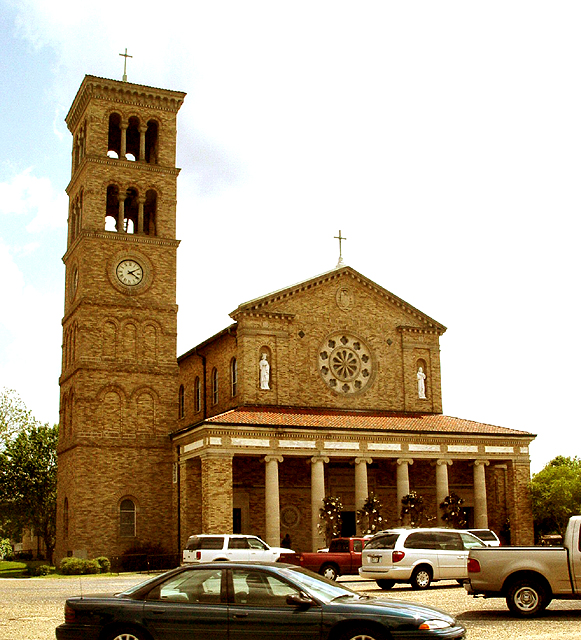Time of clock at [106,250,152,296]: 4:10
